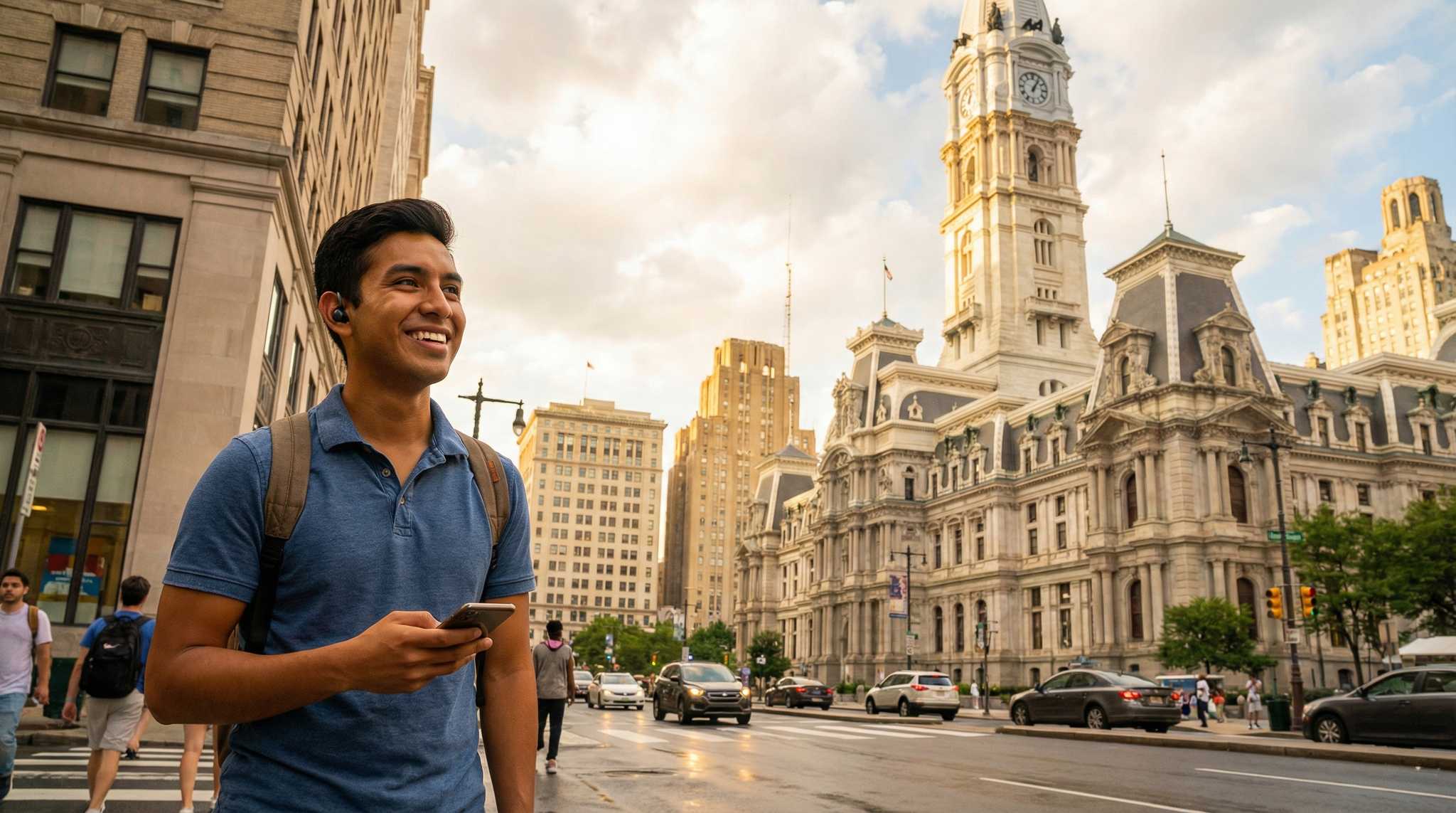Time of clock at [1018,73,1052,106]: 1:05
